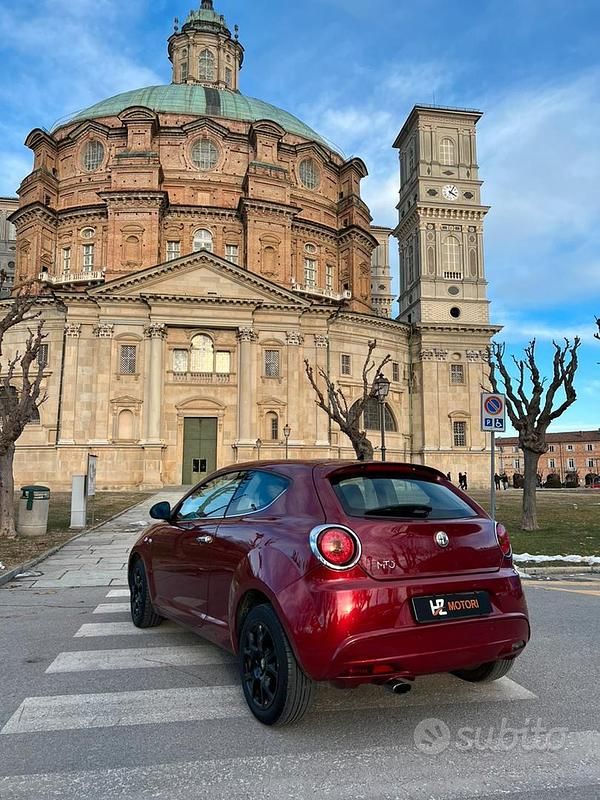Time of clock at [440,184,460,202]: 4:04
